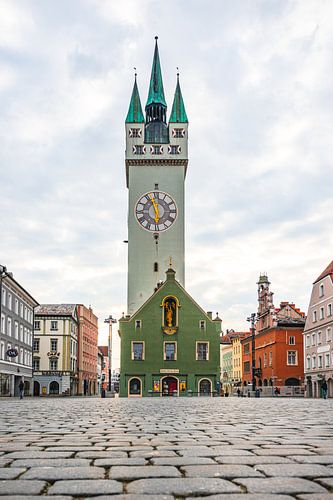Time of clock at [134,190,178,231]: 5:57
